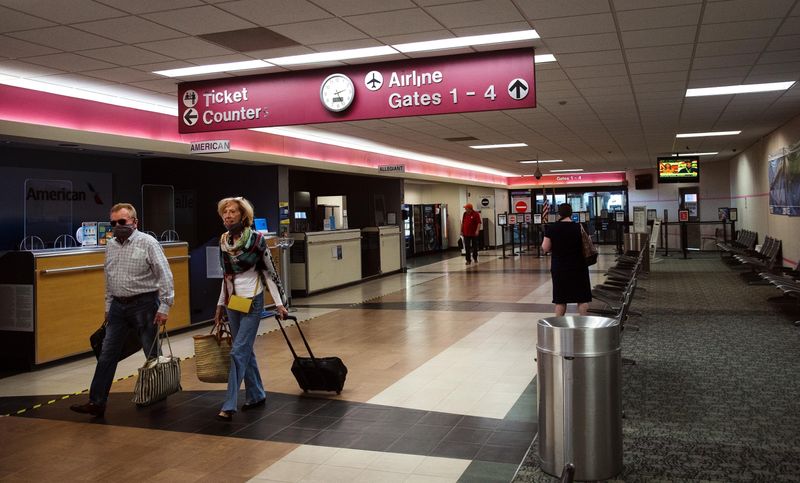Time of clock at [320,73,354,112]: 5:12
